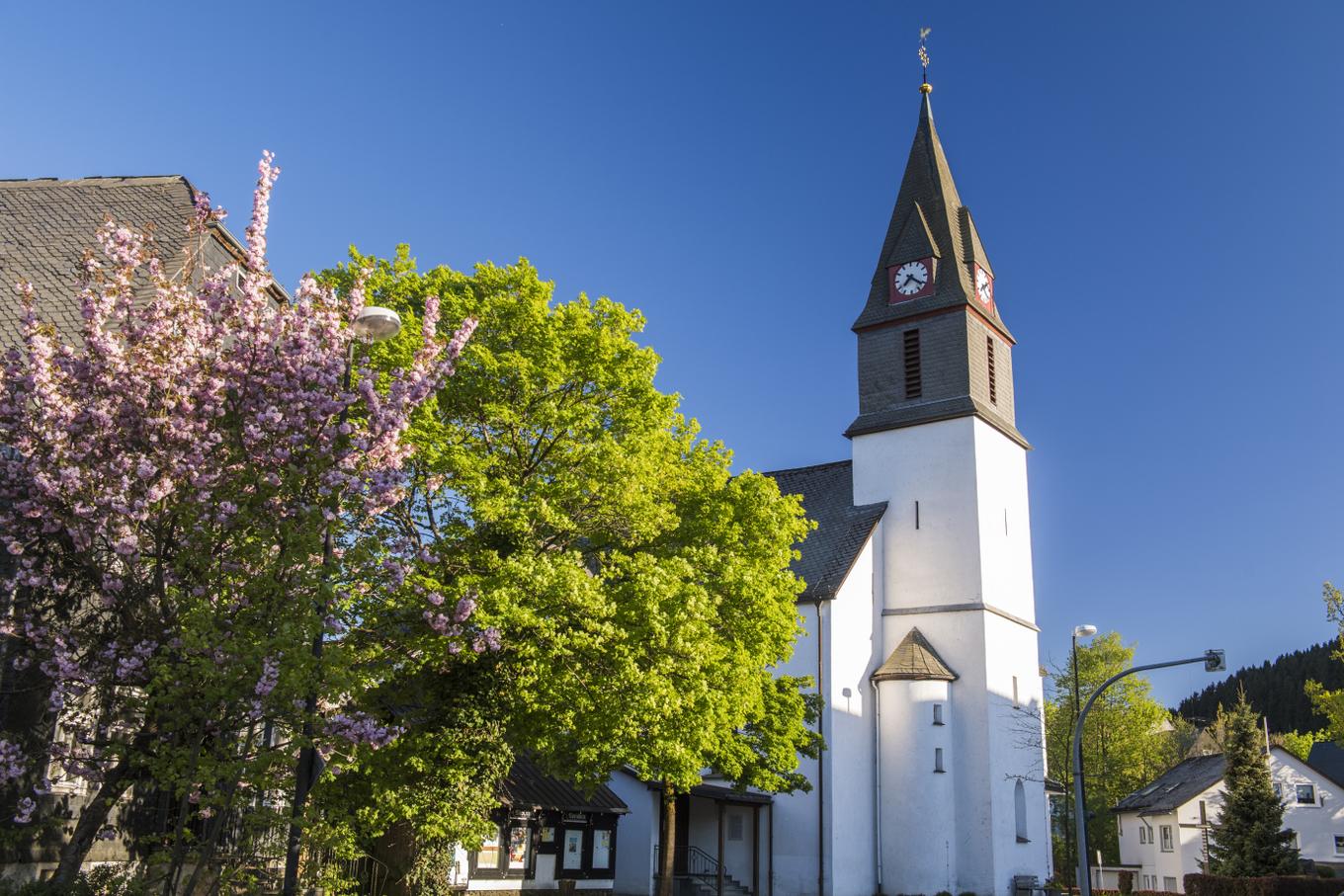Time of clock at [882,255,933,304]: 7:21
